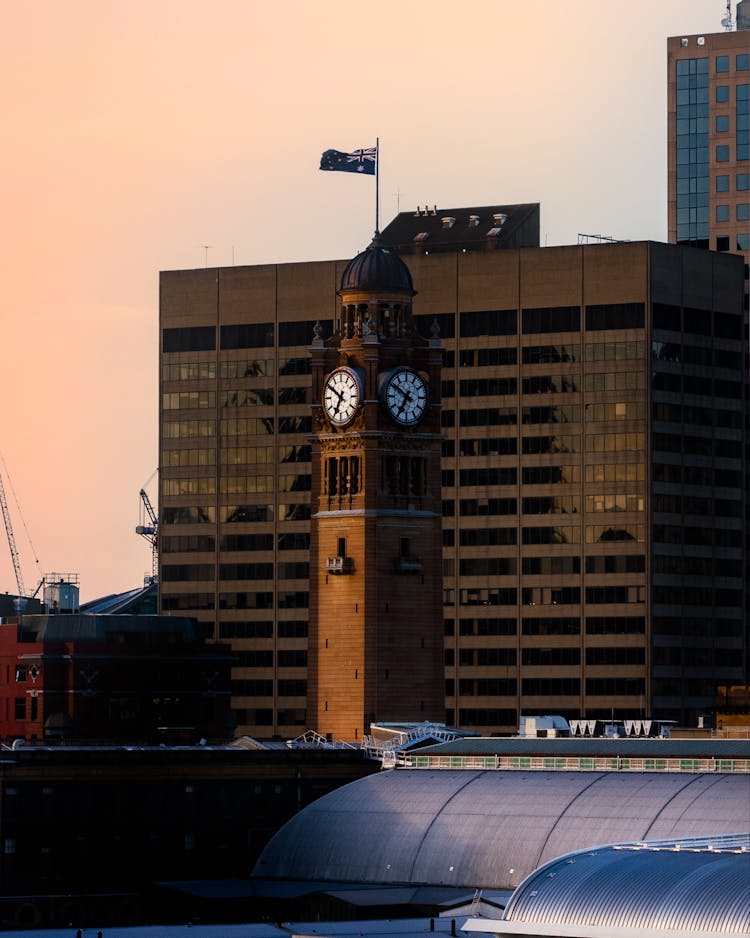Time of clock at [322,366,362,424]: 6:50
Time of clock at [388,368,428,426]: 6:50
